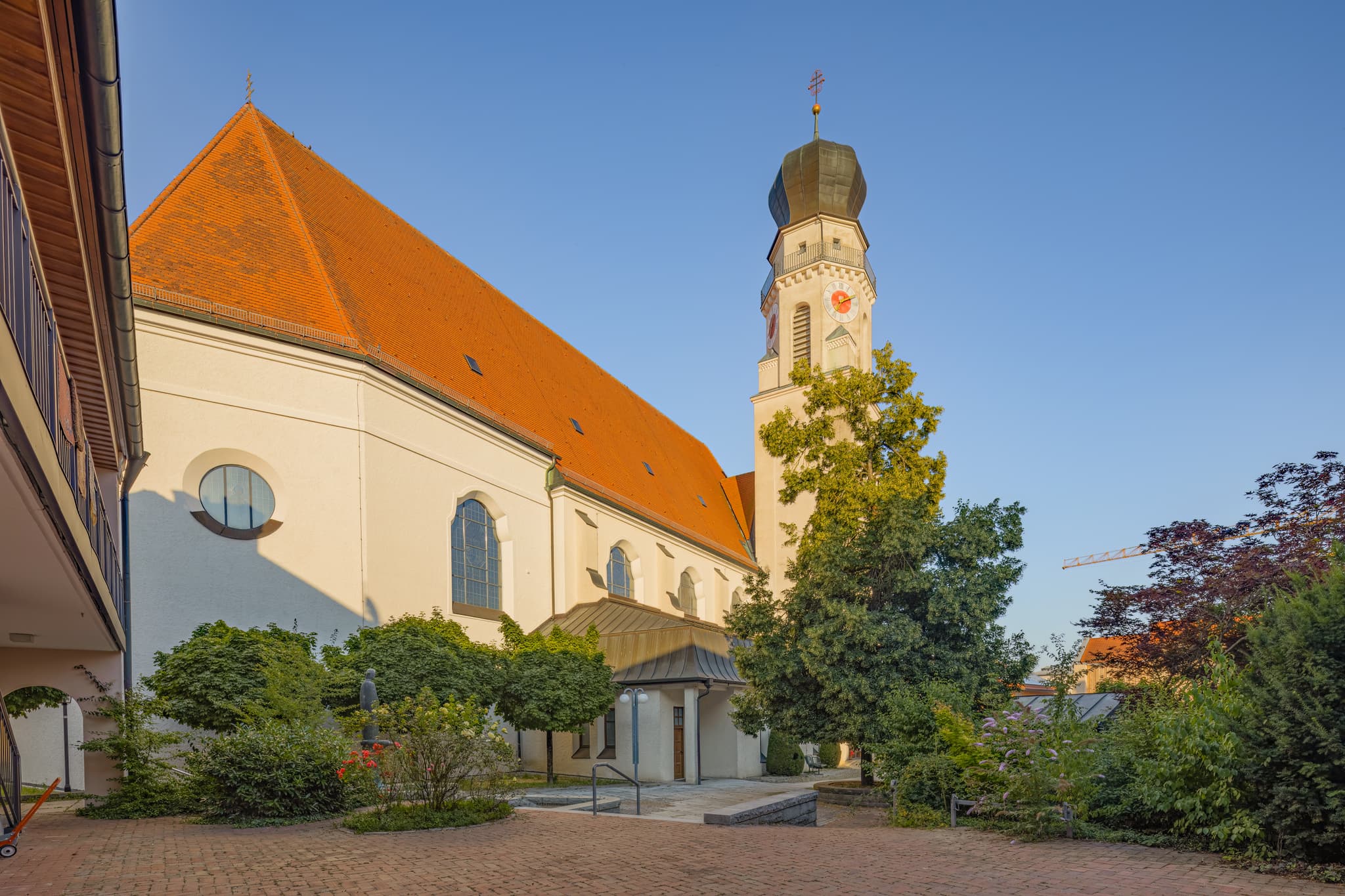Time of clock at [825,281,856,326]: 2:11
